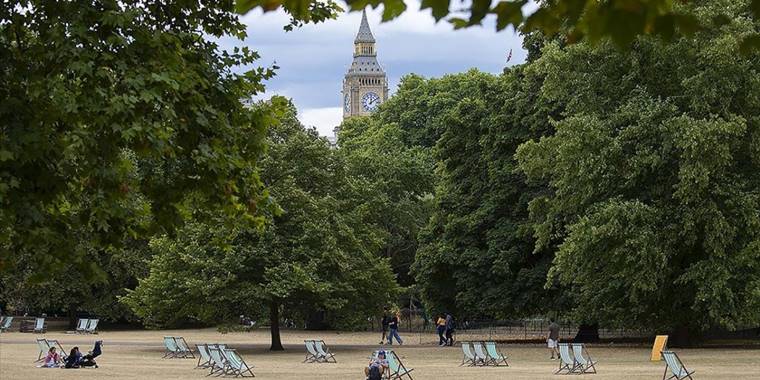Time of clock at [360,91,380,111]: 12:09
